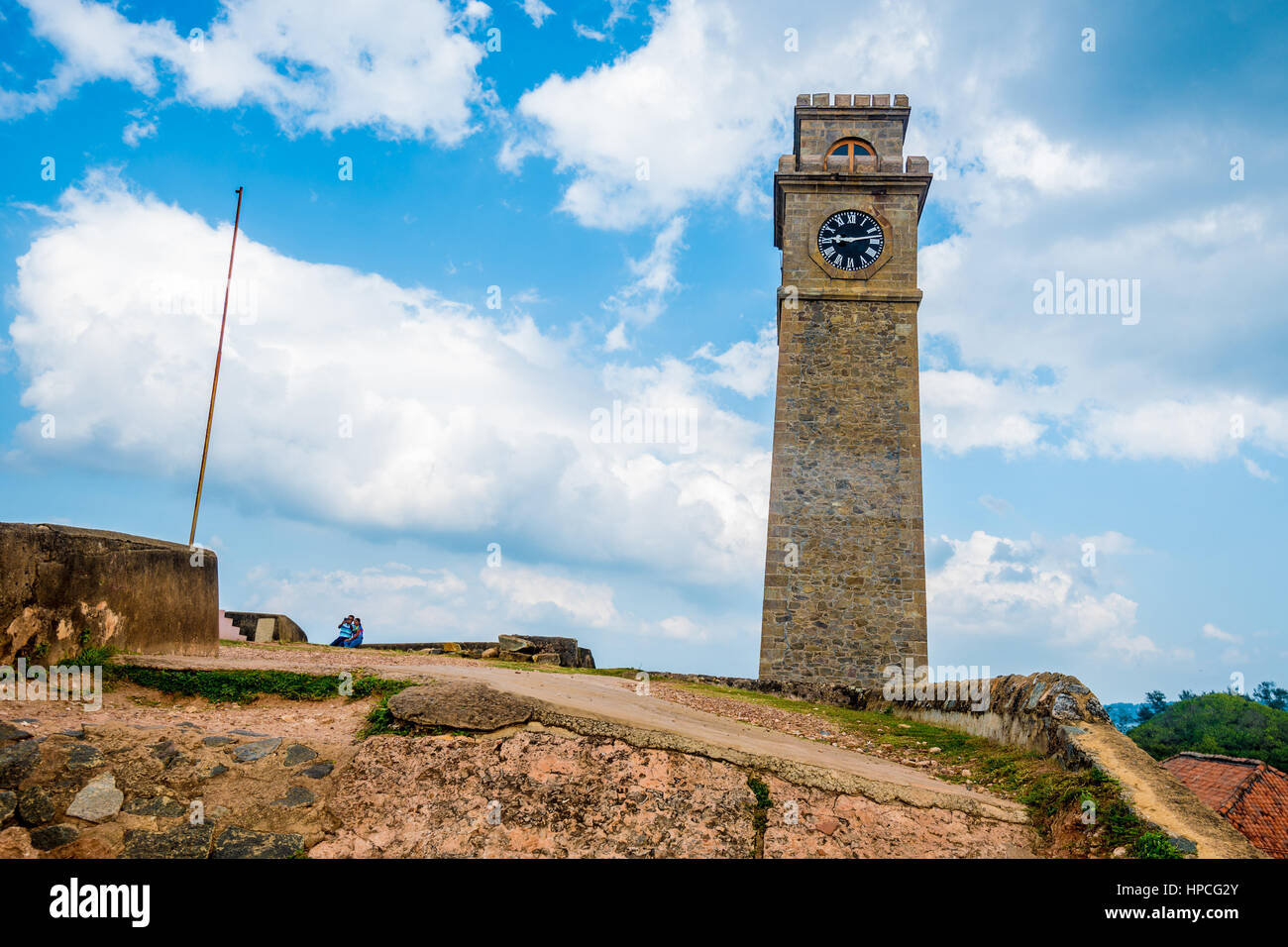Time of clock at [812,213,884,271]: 9:13
